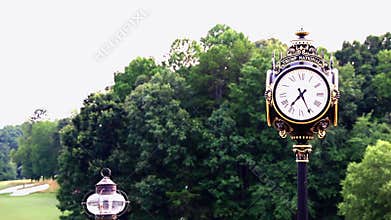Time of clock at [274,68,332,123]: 7:25
